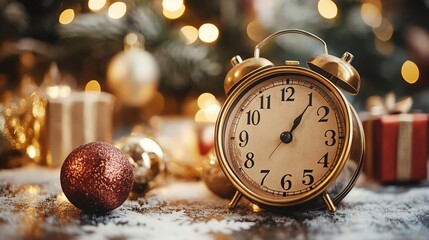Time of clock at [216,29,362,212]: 1:06
